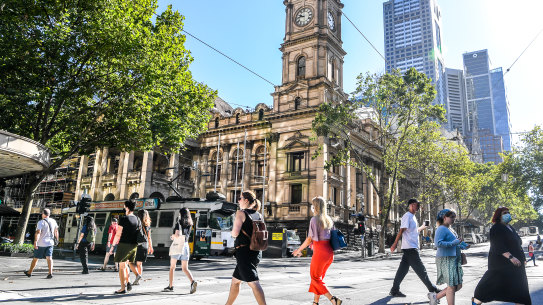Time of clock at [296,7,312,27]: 9:43
